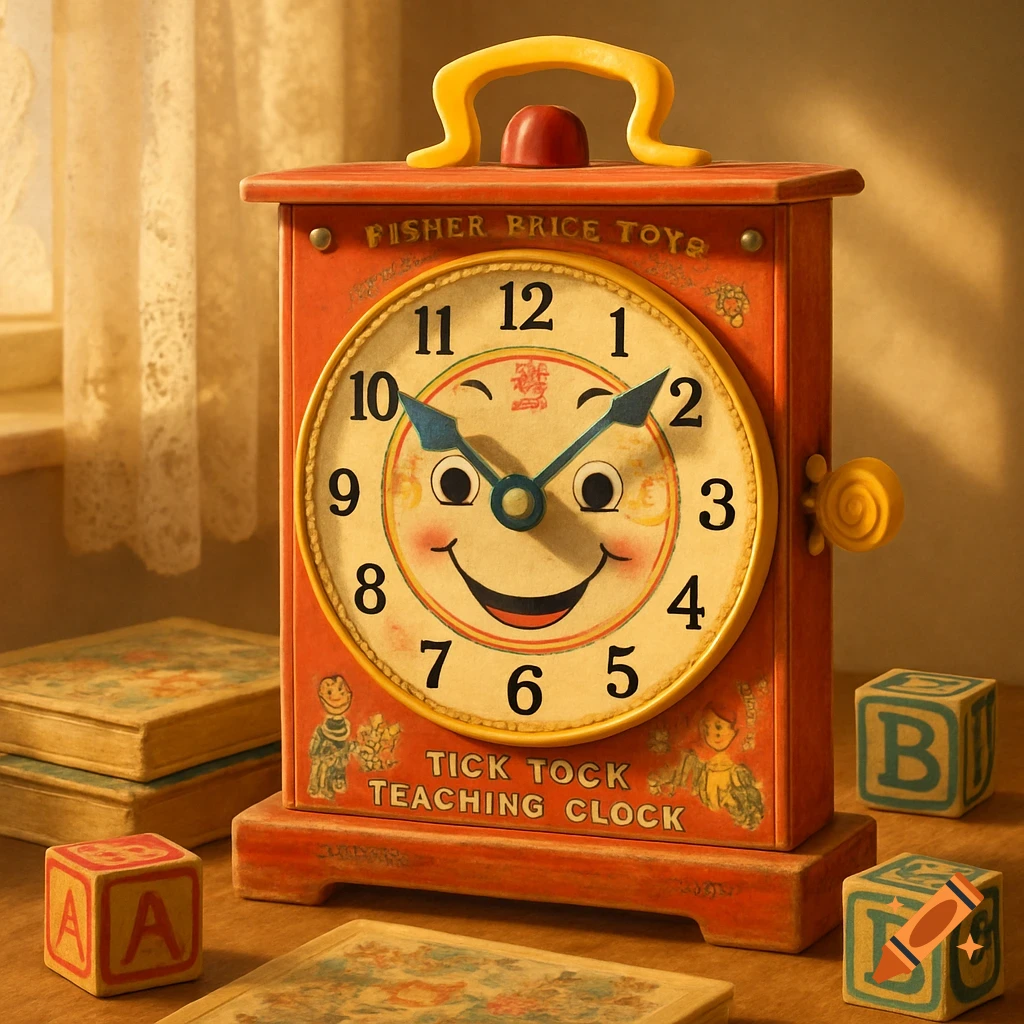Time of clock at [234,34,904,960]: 10:08
